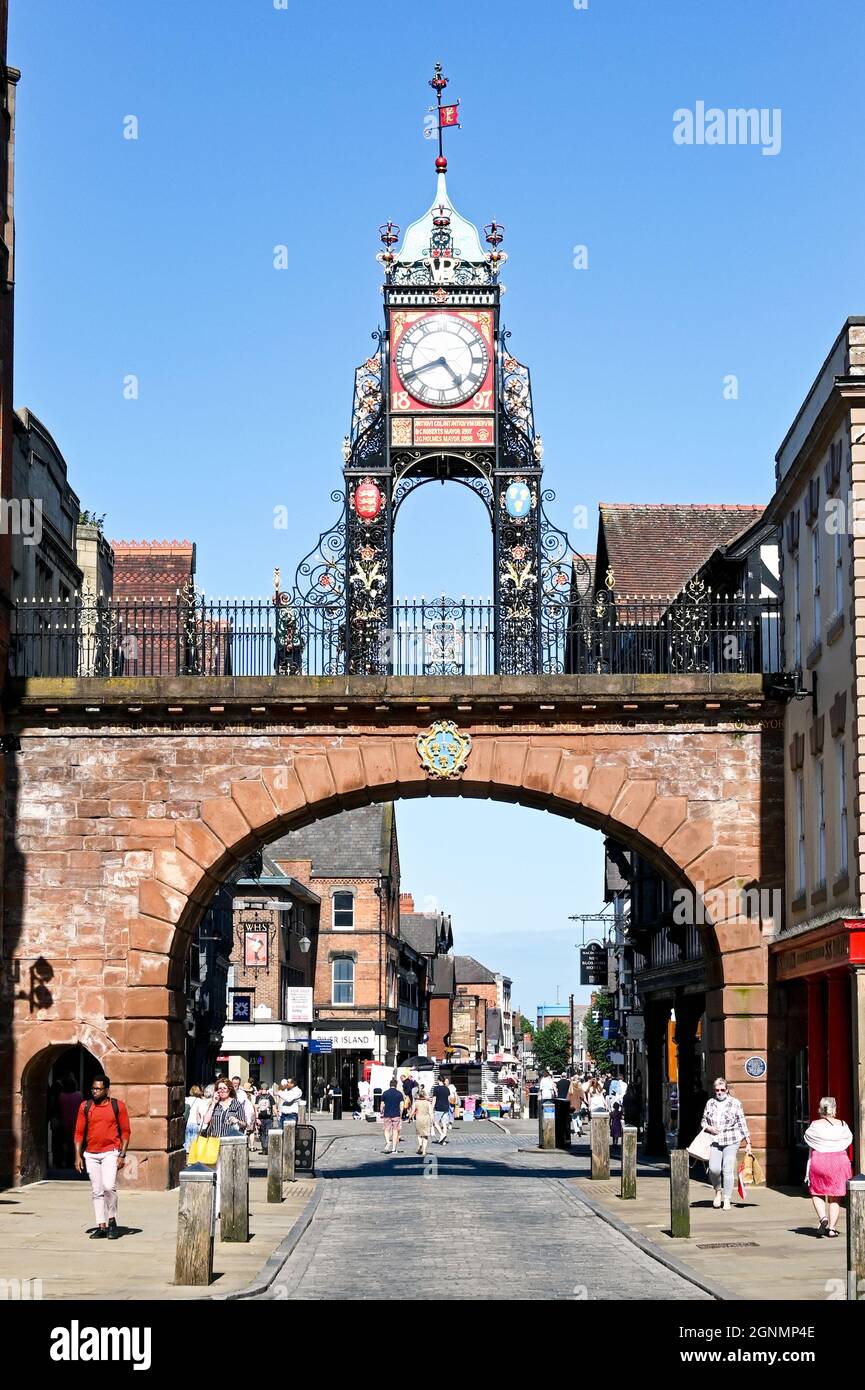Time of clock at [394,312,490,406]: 4:41
